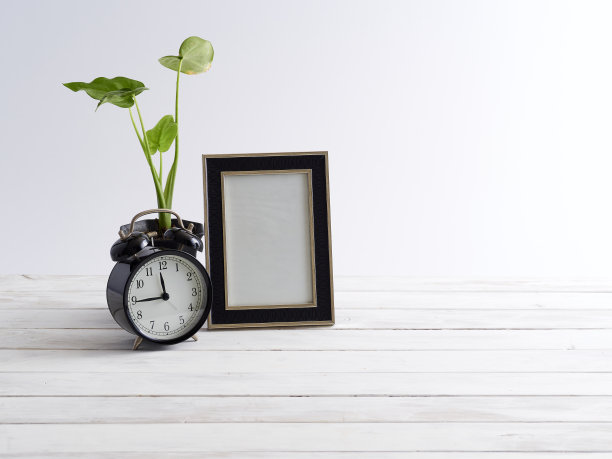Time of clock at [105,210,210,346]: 11:44
